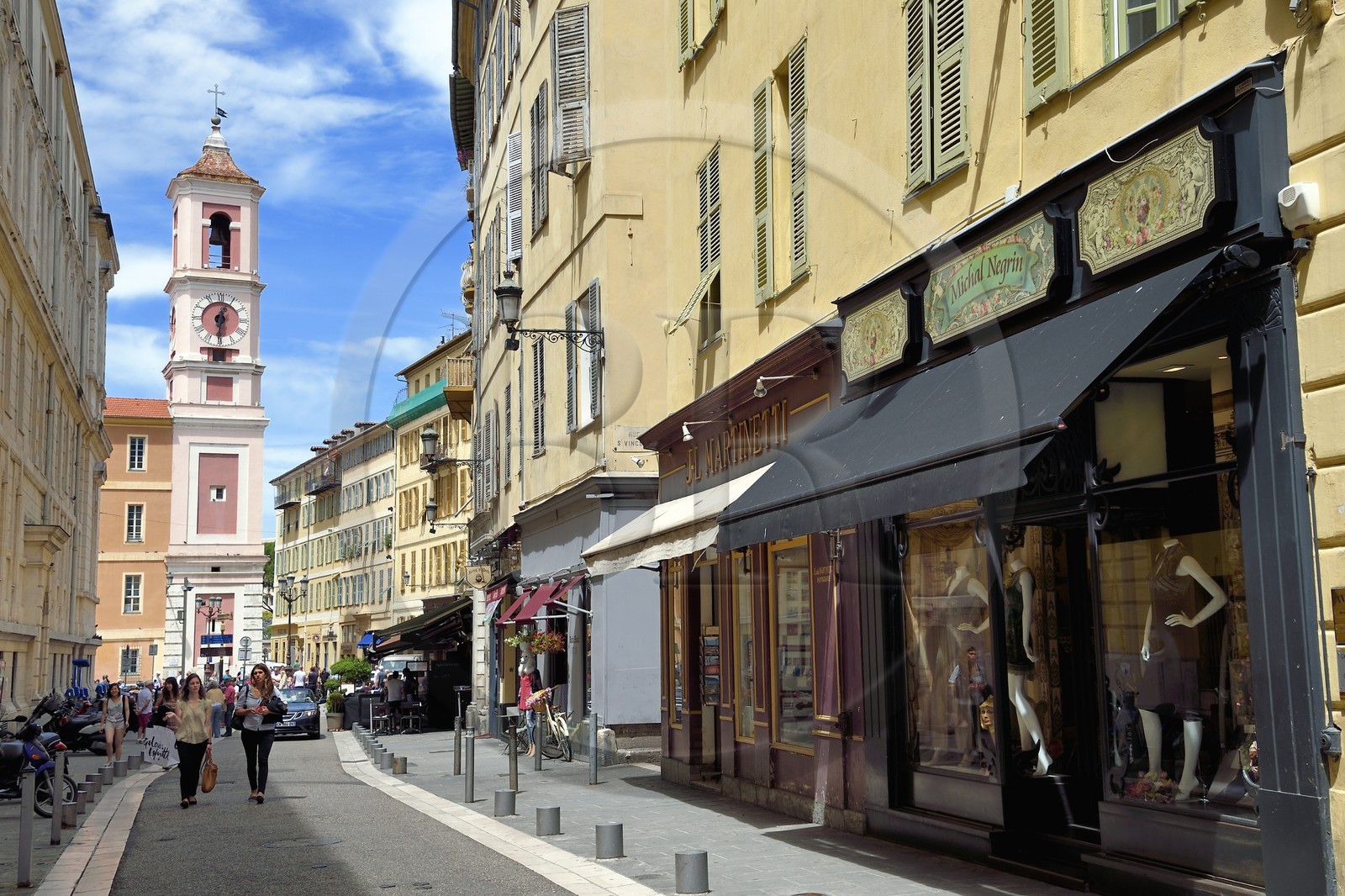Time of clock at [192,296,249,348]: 12:30
